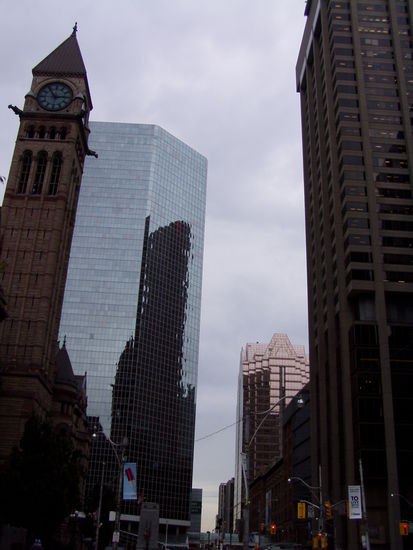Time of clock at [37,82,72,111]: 2:54
